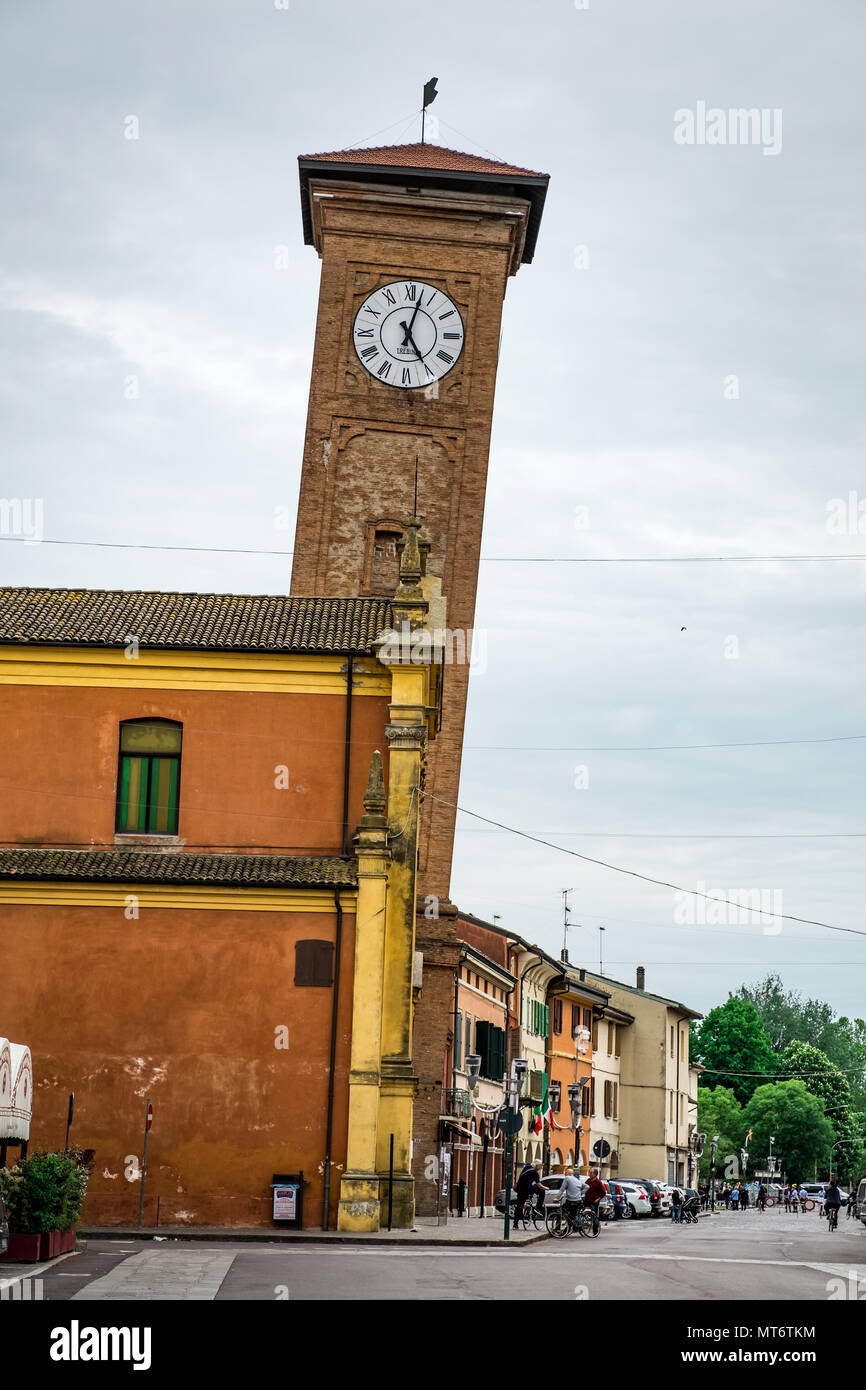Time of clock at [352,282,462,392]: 5:02
